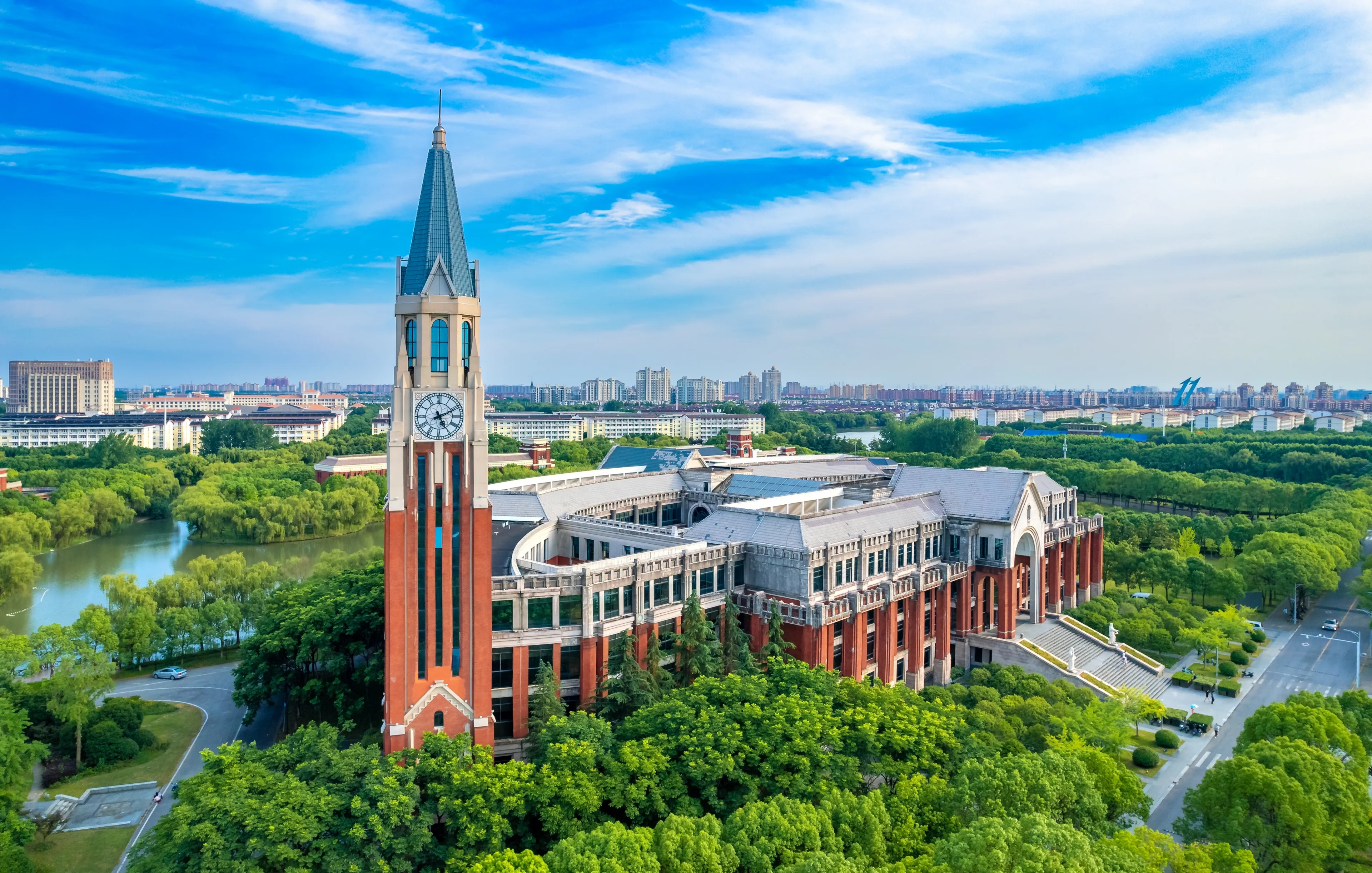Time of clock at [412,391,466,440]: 5:10
